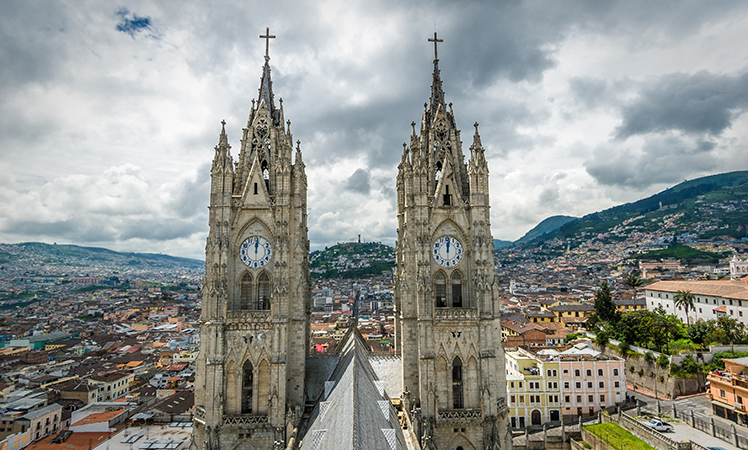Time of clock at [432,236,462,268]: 12:01
